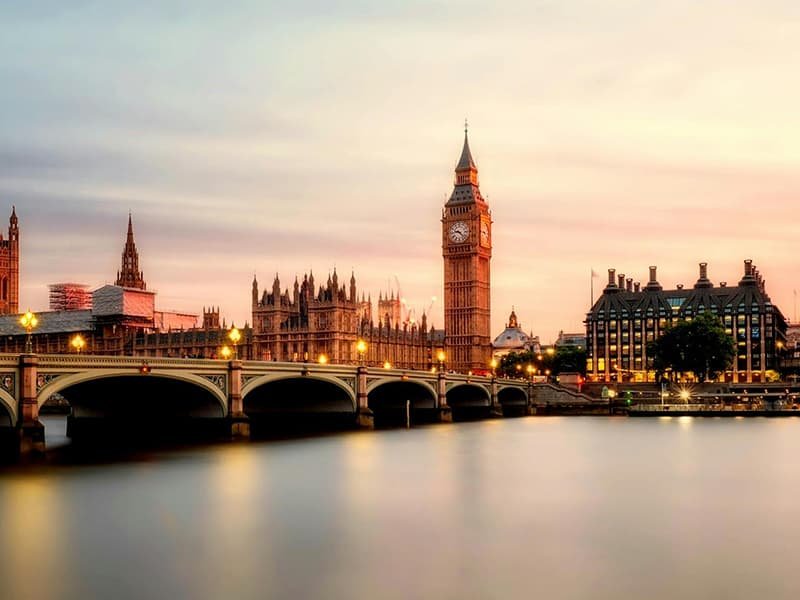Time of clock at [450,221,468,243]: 9:22
